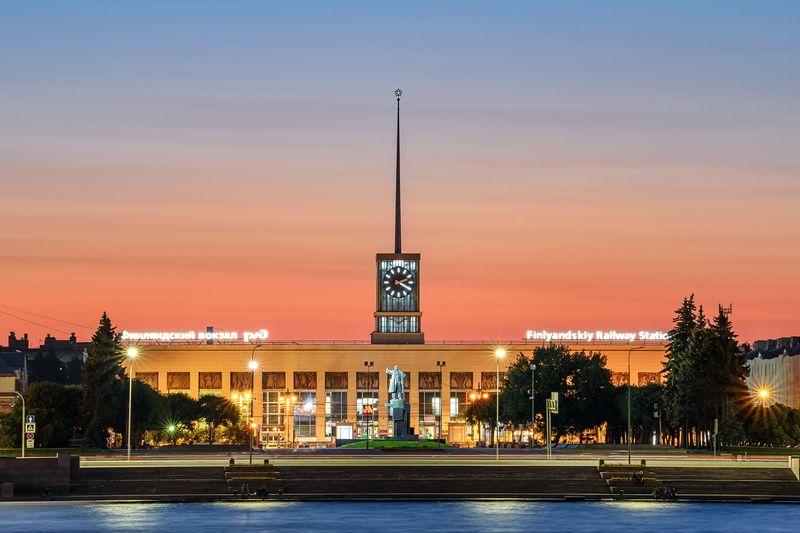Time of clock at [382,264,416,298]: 2:19
